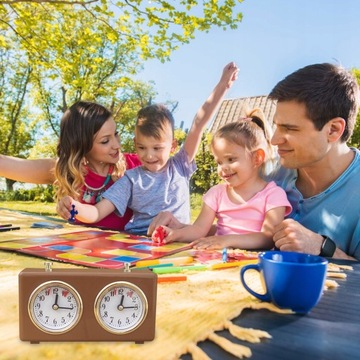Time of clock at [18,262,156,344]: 12:14
